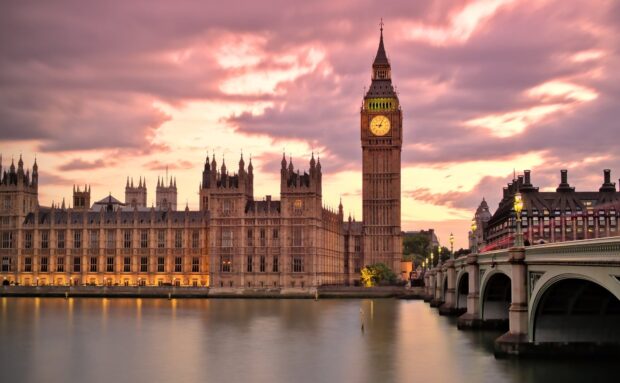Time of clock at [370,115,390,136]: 9:04
